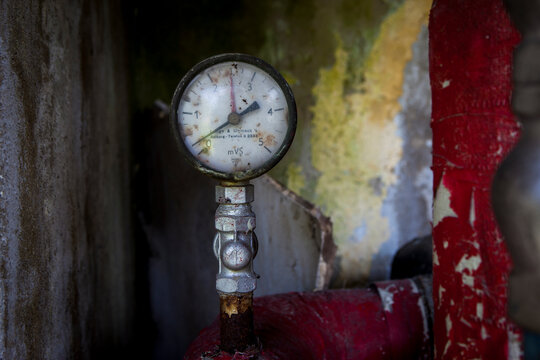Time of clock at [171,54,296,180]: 1:59
